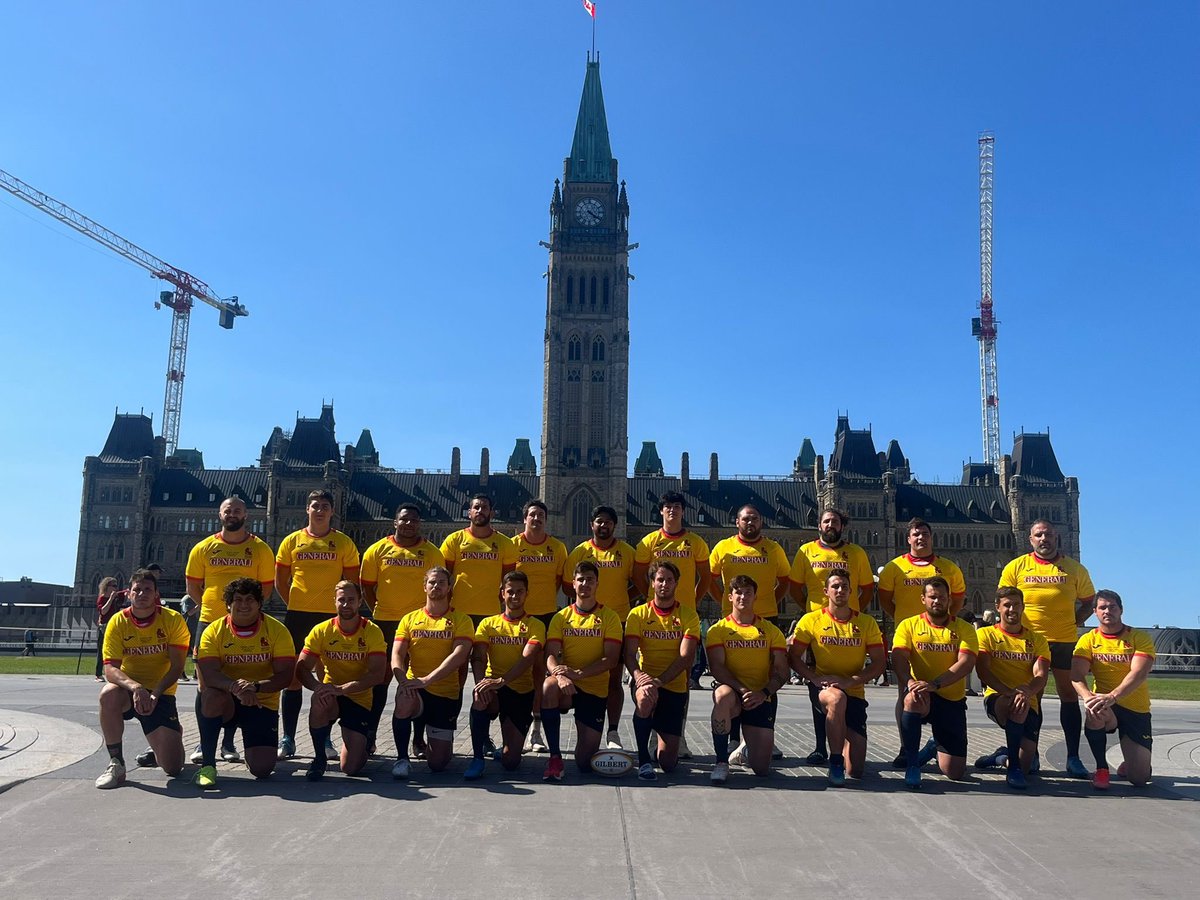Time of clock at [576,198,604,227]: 4:20
